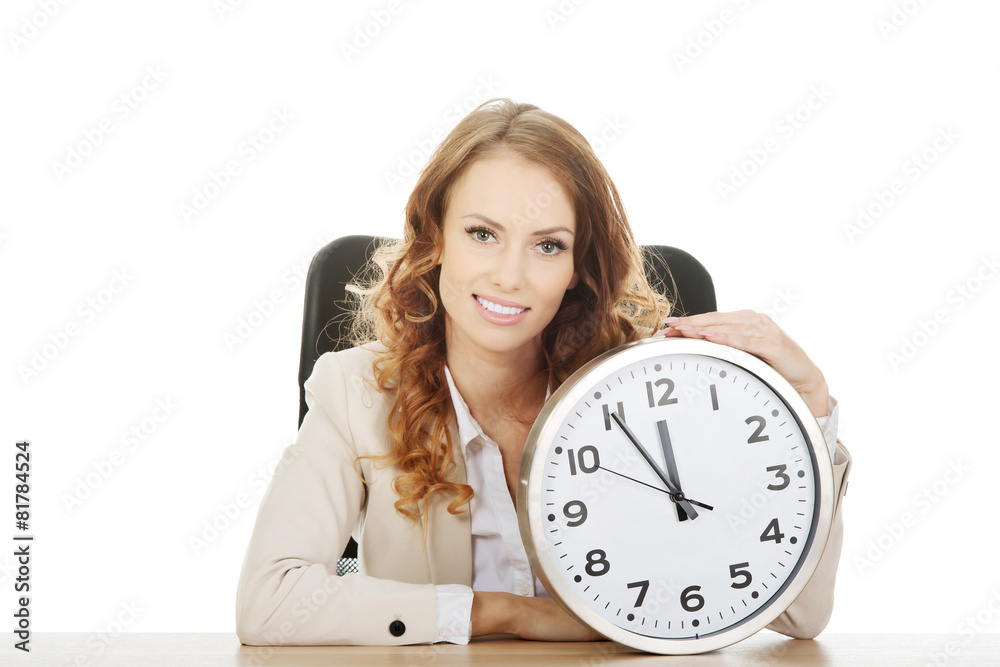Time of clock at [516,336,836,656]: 11:54
